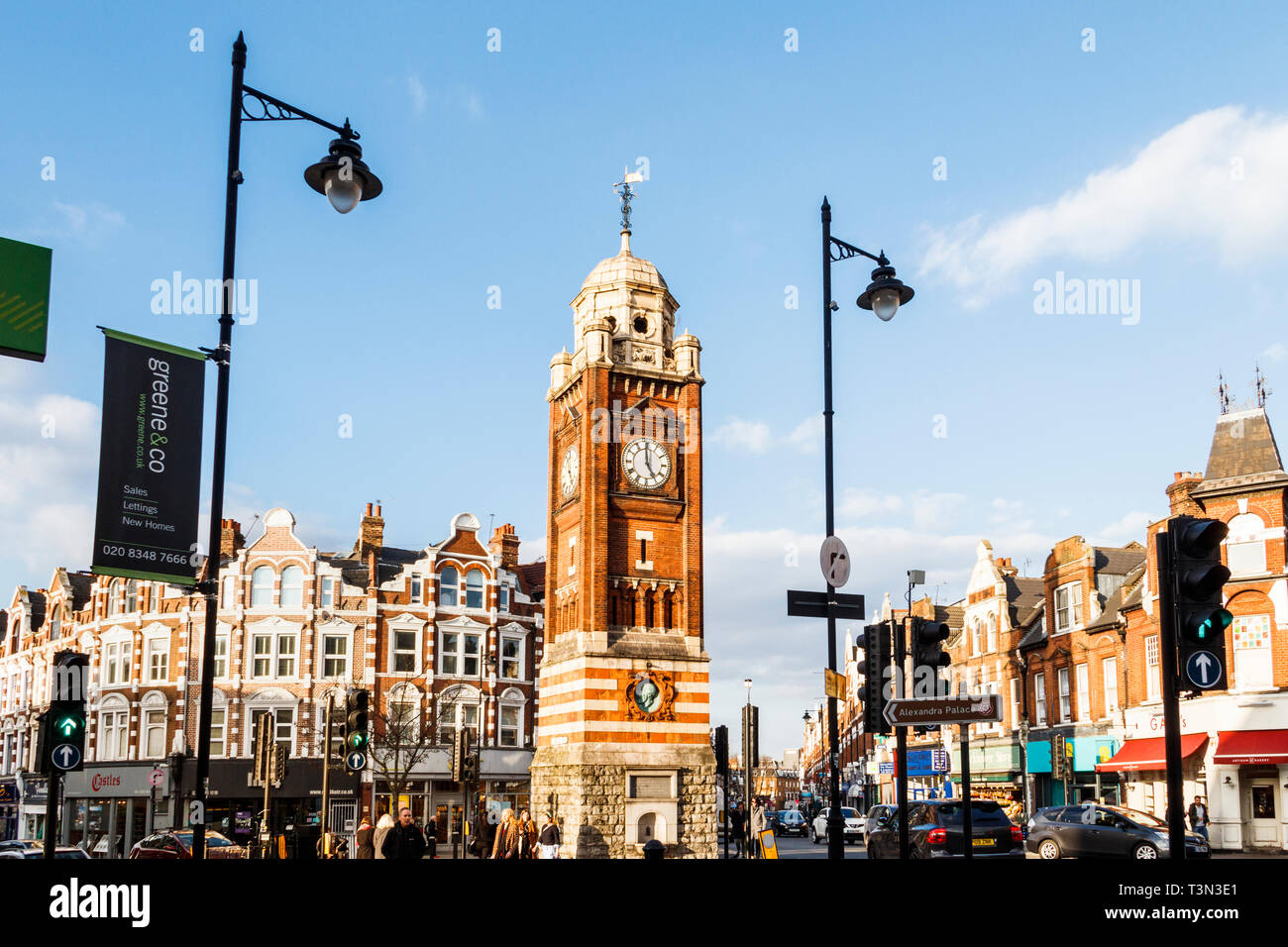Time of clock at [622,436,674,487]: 4:59
